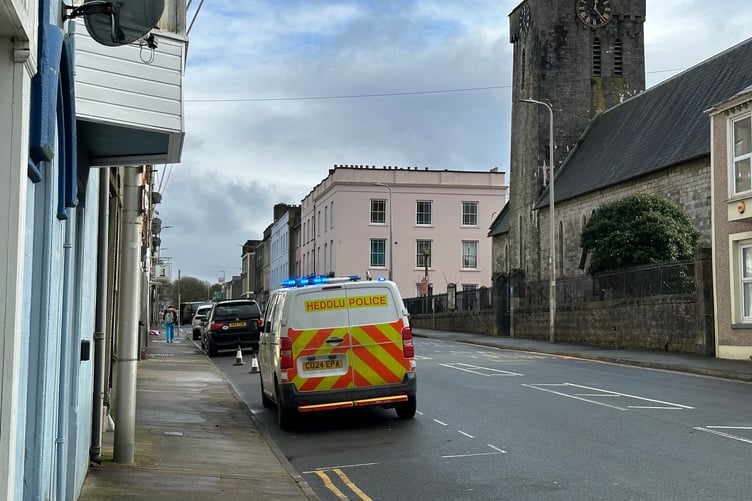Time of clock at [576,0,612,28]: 12:23
